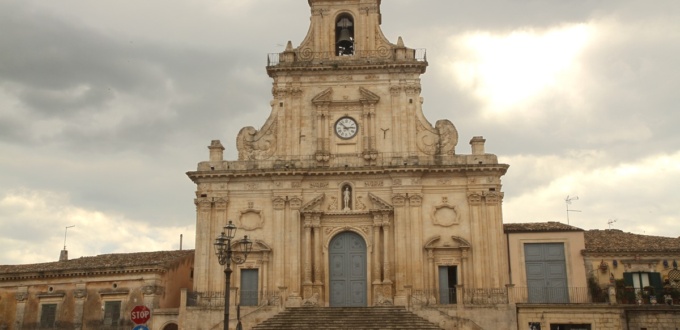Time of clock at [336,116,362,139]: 2:52
